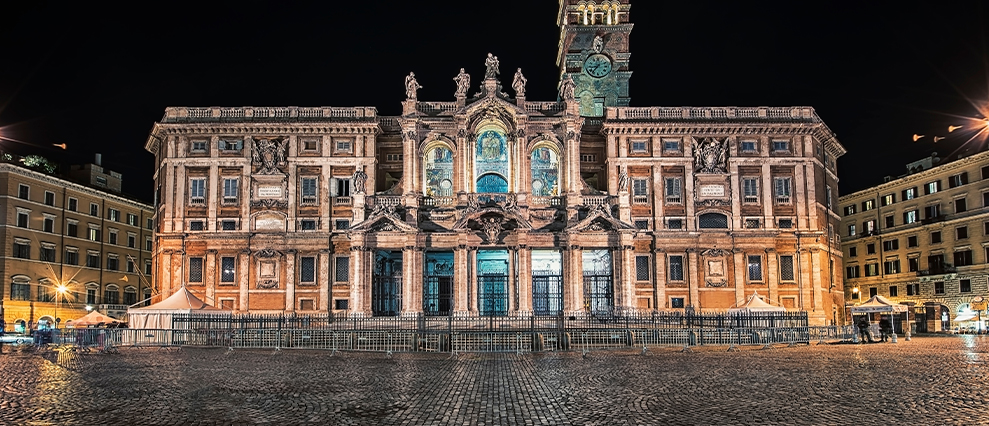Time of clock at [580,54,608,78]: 11:36
